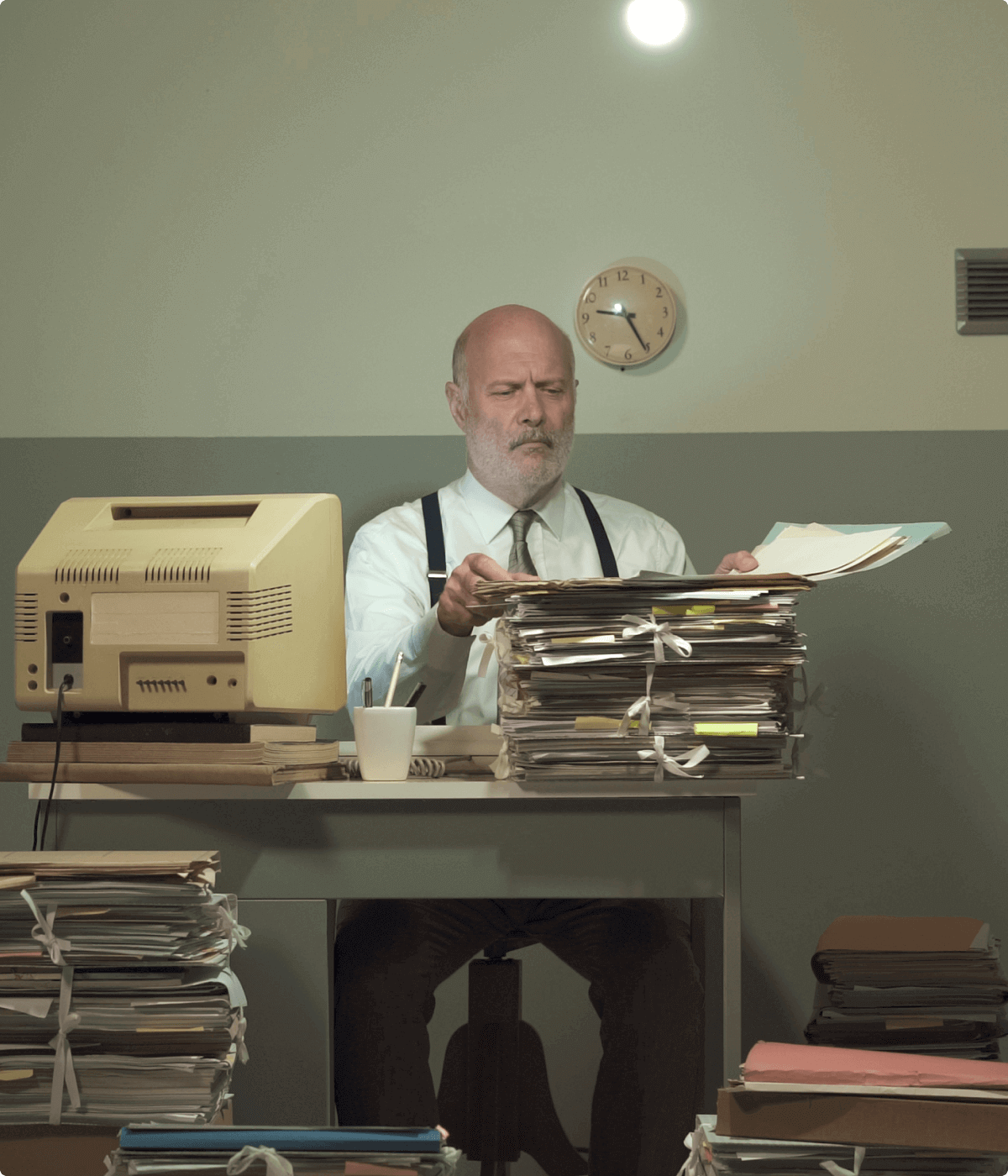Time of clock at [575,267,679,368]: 9:25
